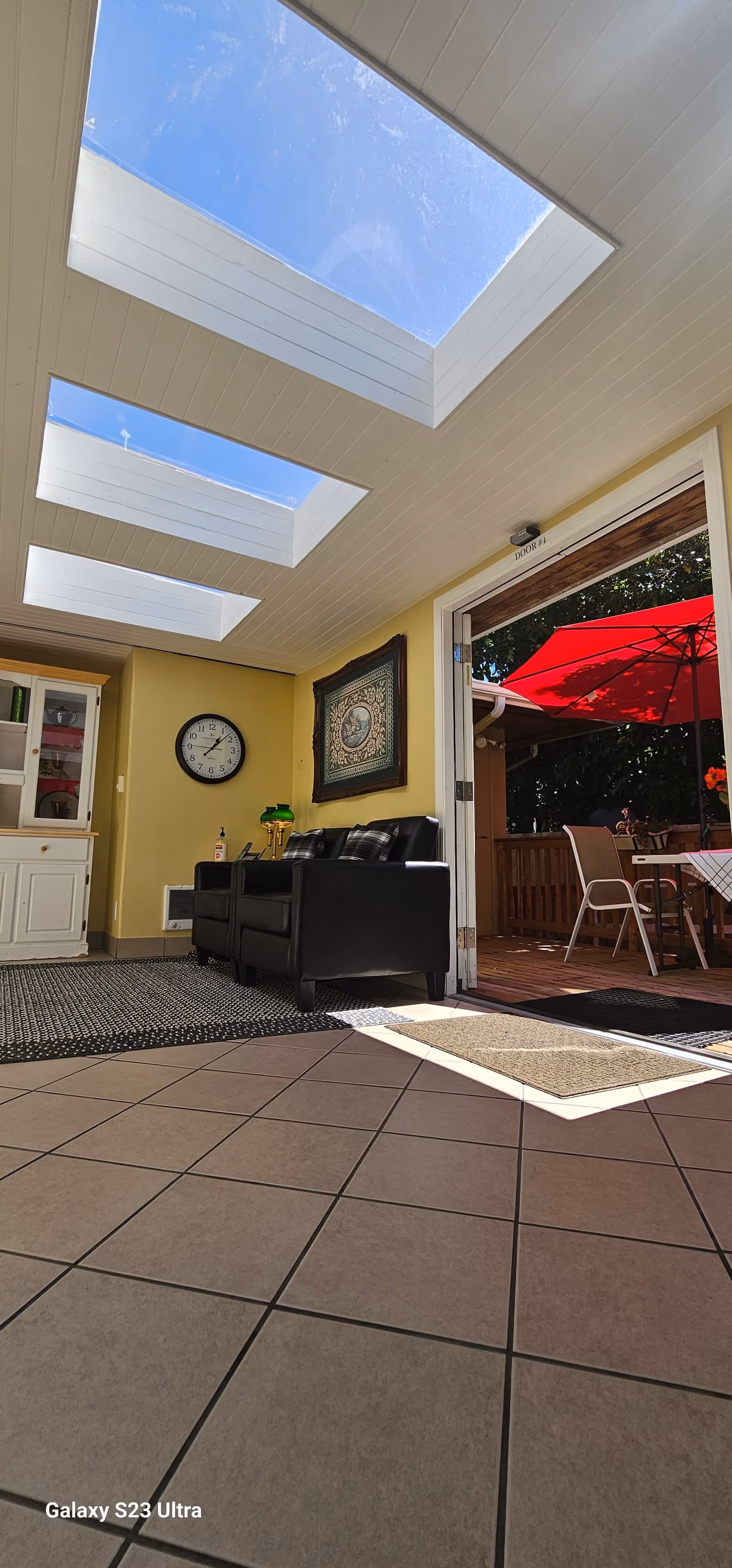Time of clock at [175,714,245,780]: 1:07
